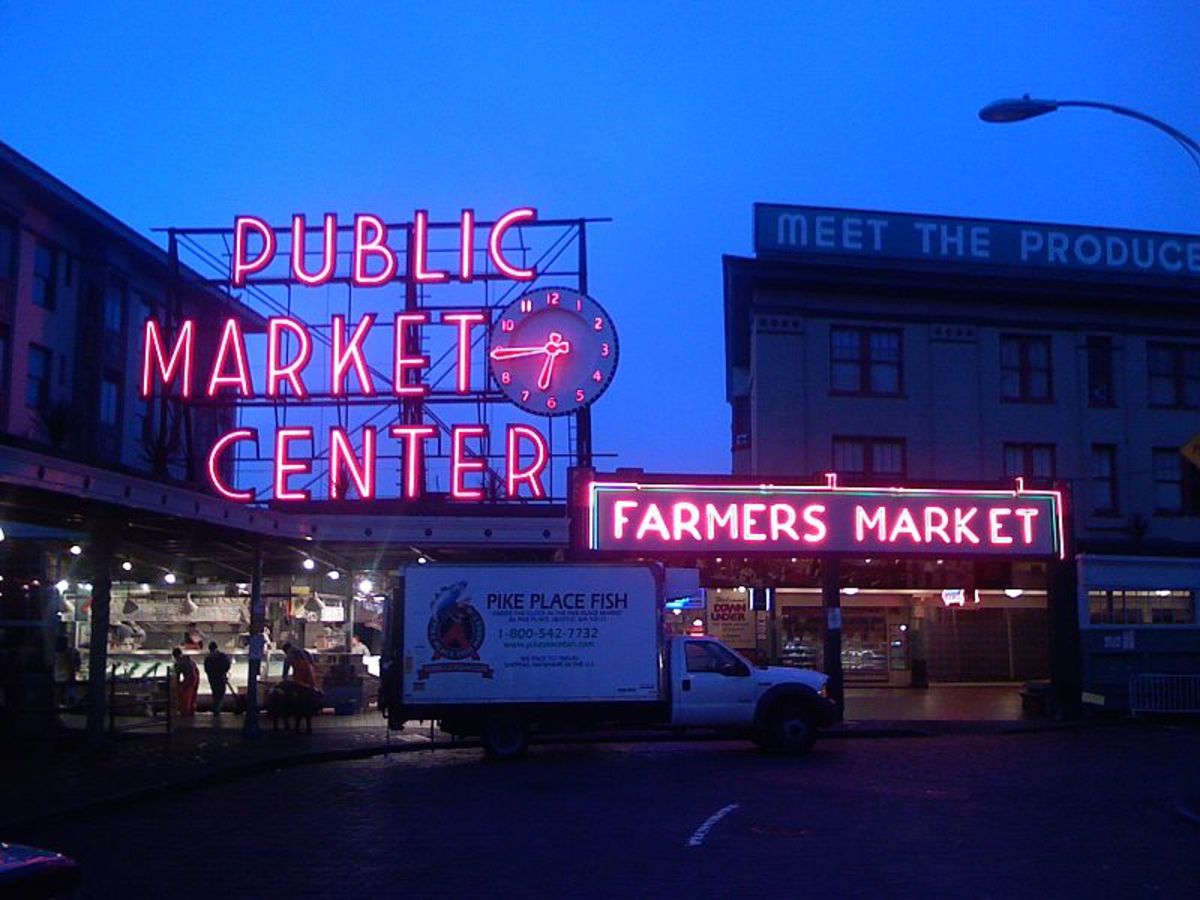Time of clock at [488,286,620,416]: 6:44
